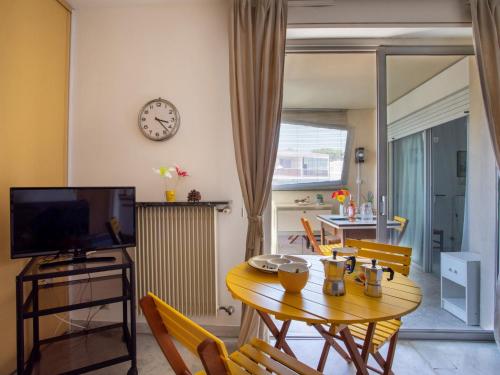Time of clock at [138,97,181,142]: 3:22
